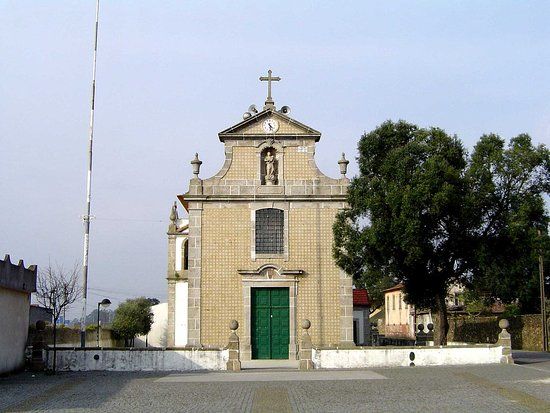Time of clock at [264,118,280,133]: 4:28
